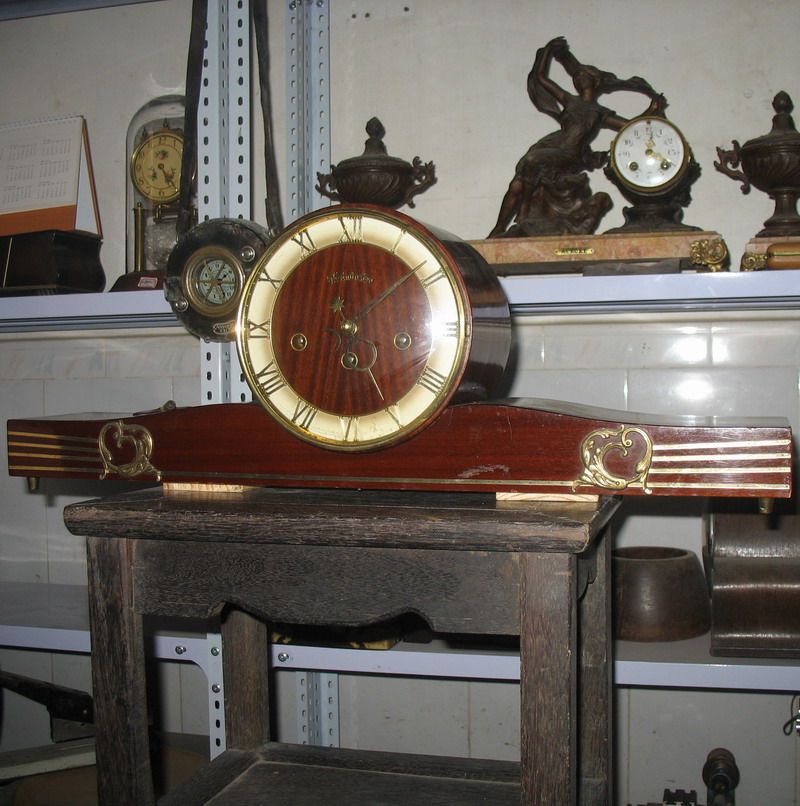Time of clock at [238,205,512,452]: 5:08
